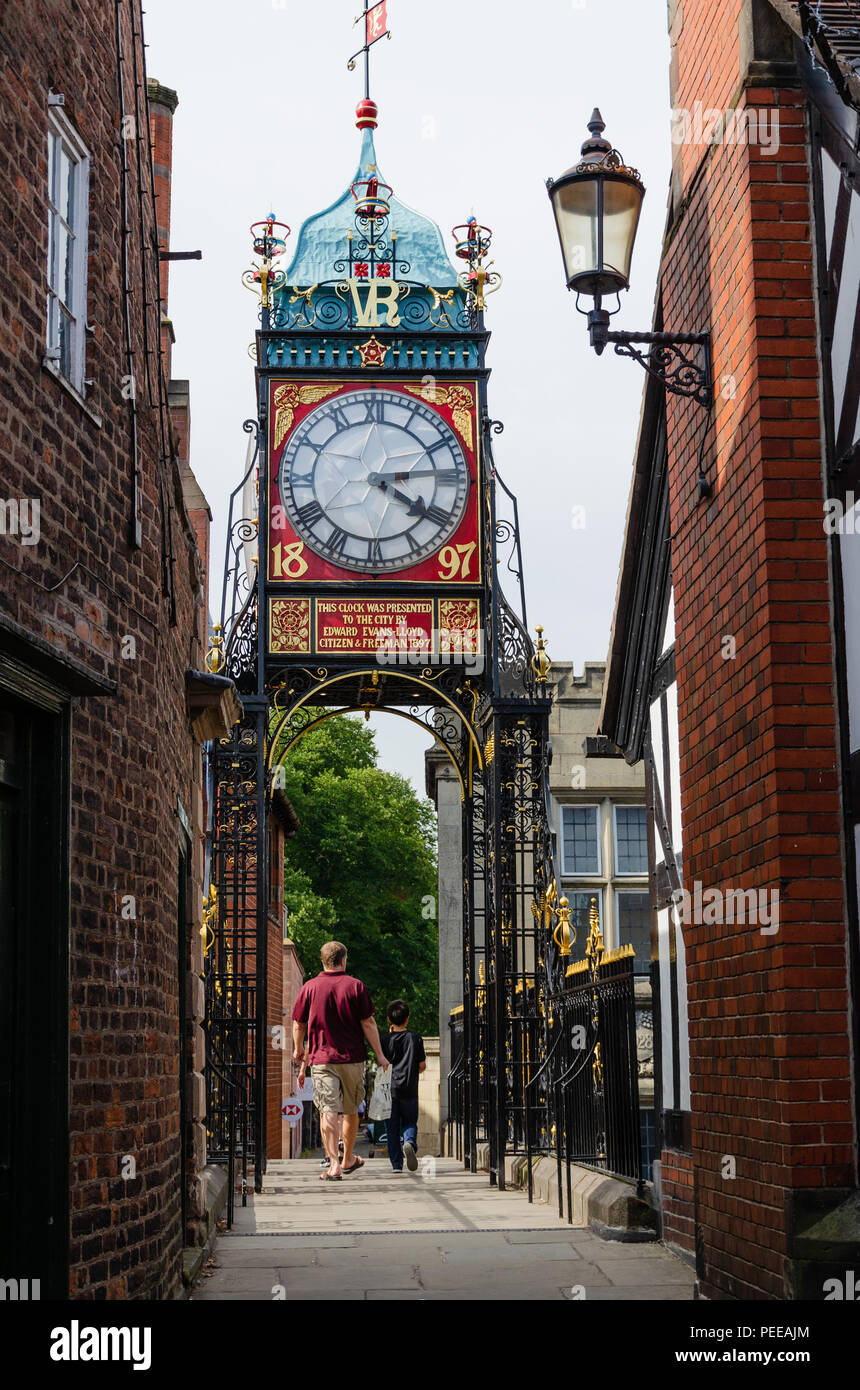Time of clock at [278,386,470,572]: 4:13
